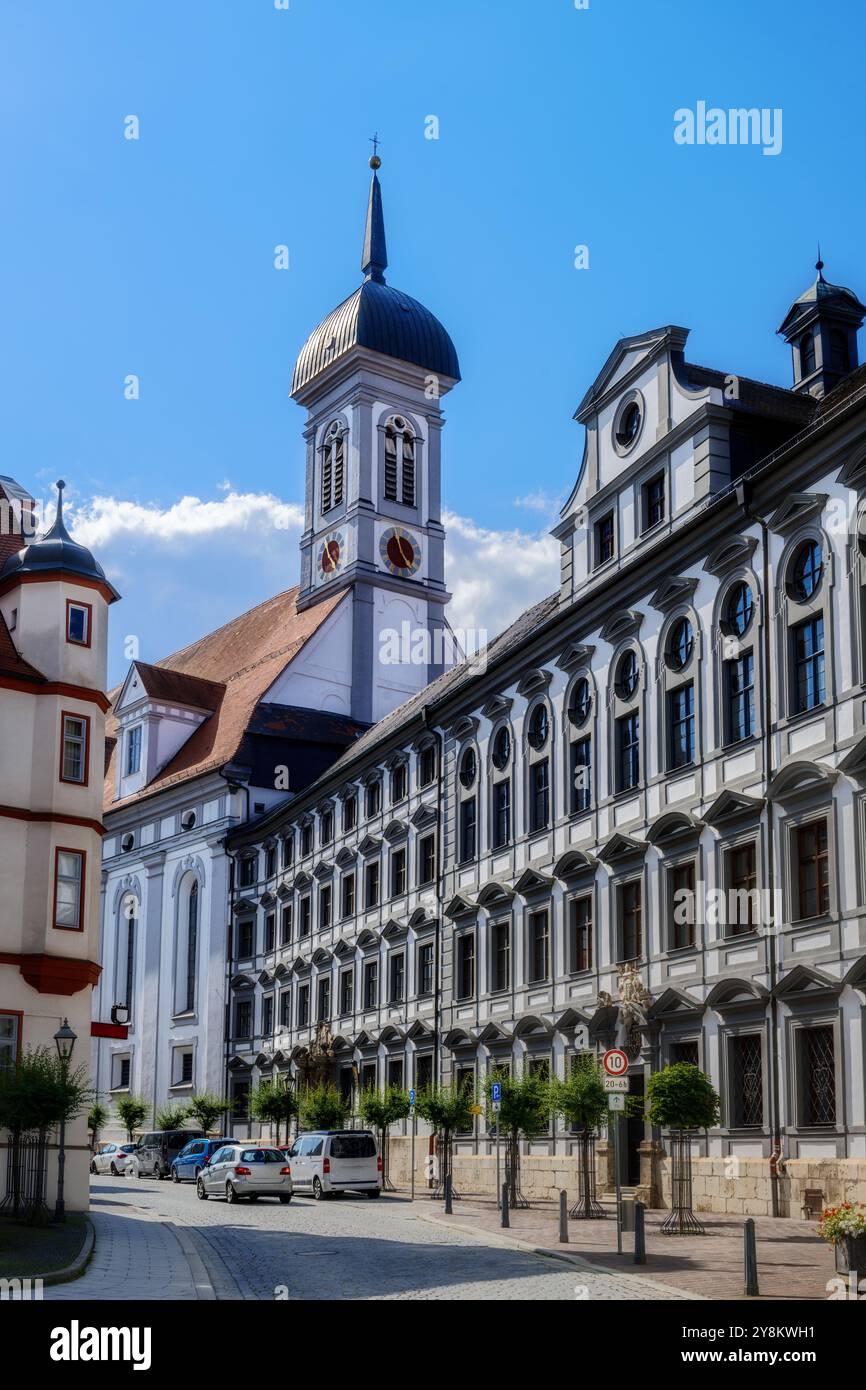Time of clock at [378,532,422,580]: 4:57
